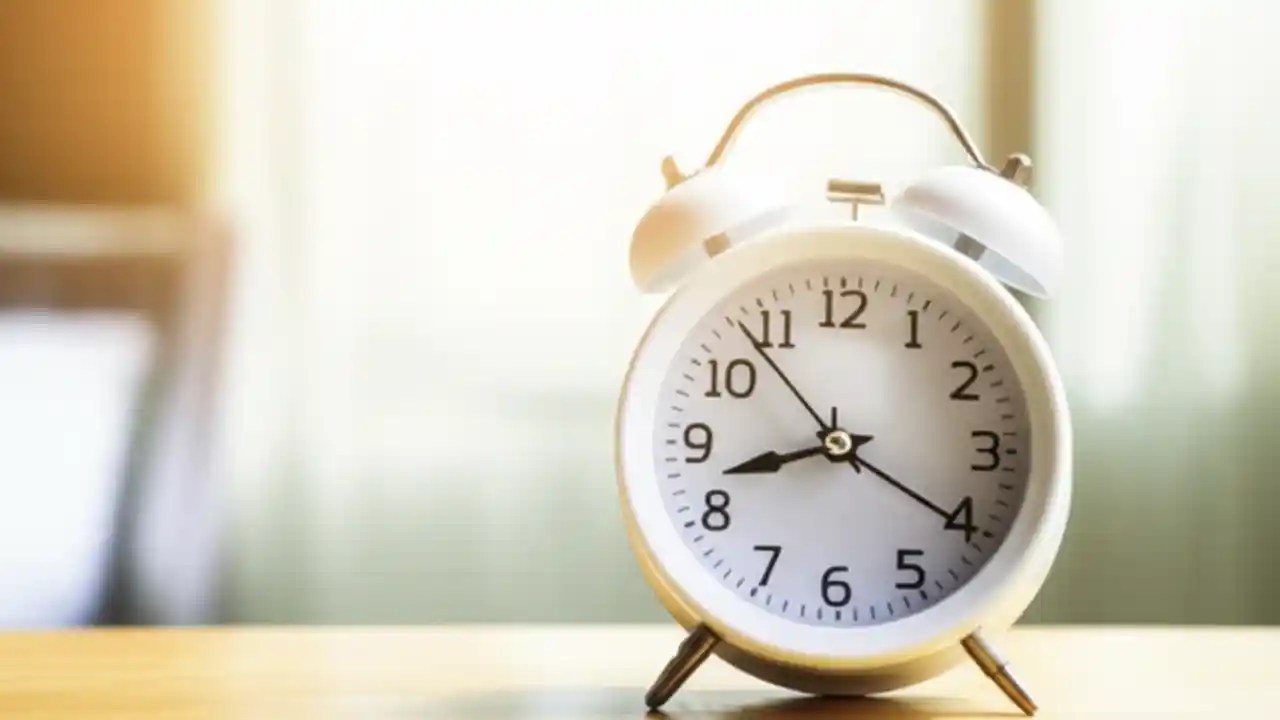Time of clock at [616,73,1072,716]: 8:20
